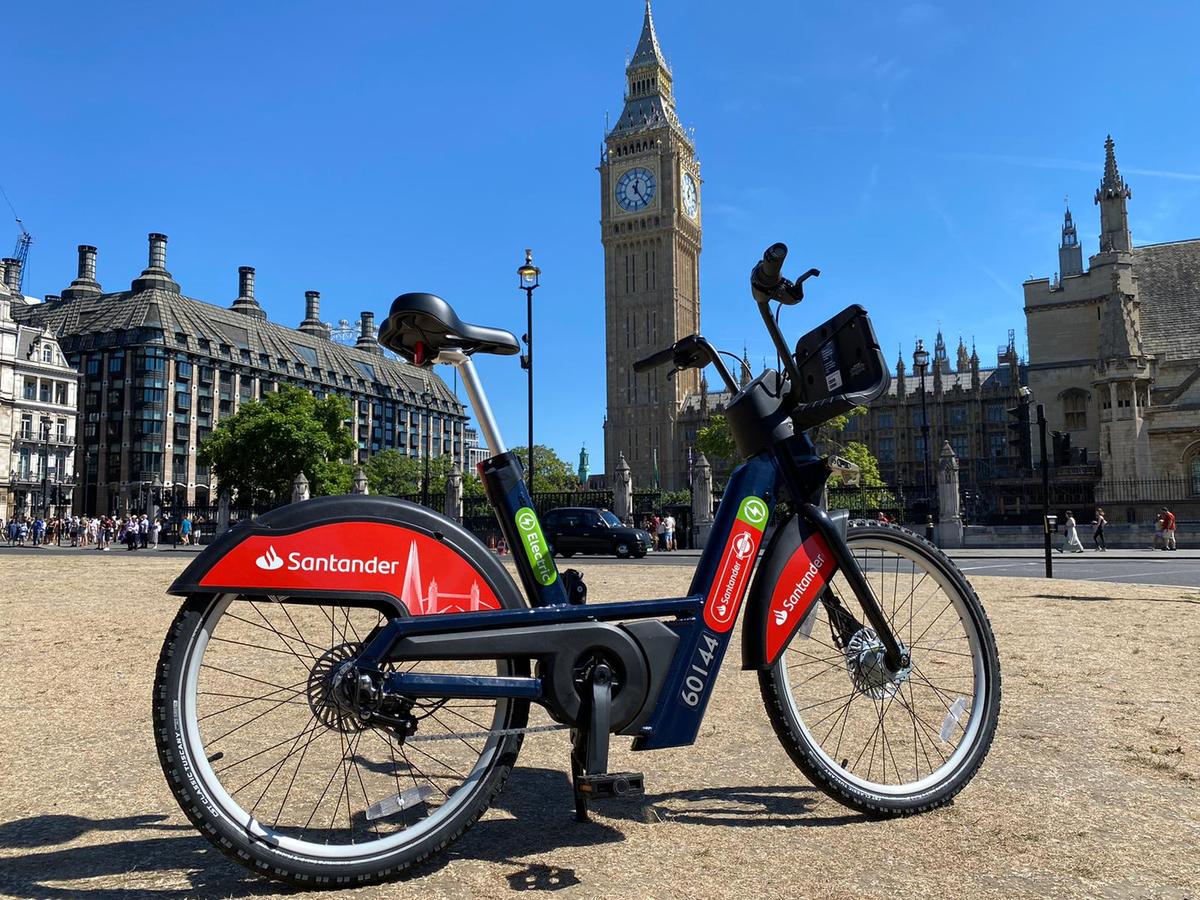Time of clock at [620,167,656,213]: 12:24
